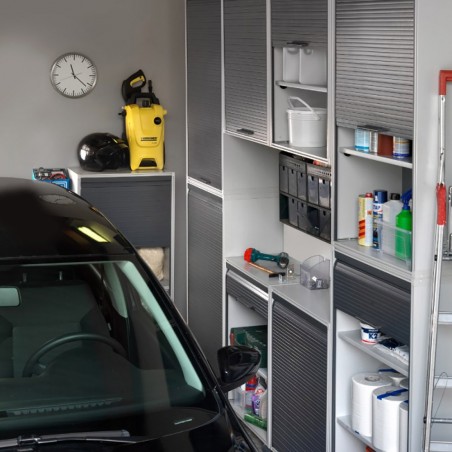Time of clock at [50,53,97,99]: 11:21
